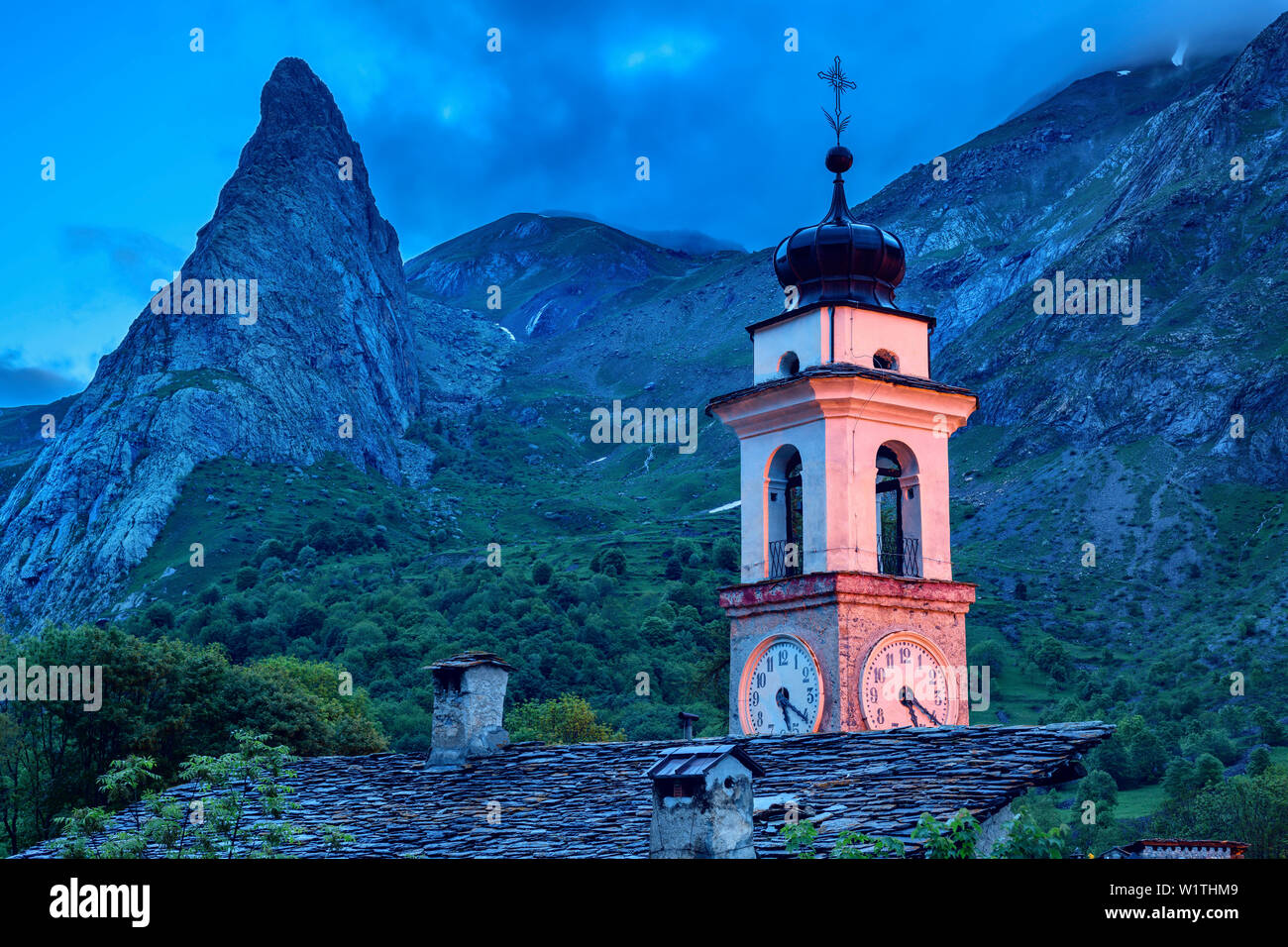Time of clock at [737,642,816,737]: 5:20
